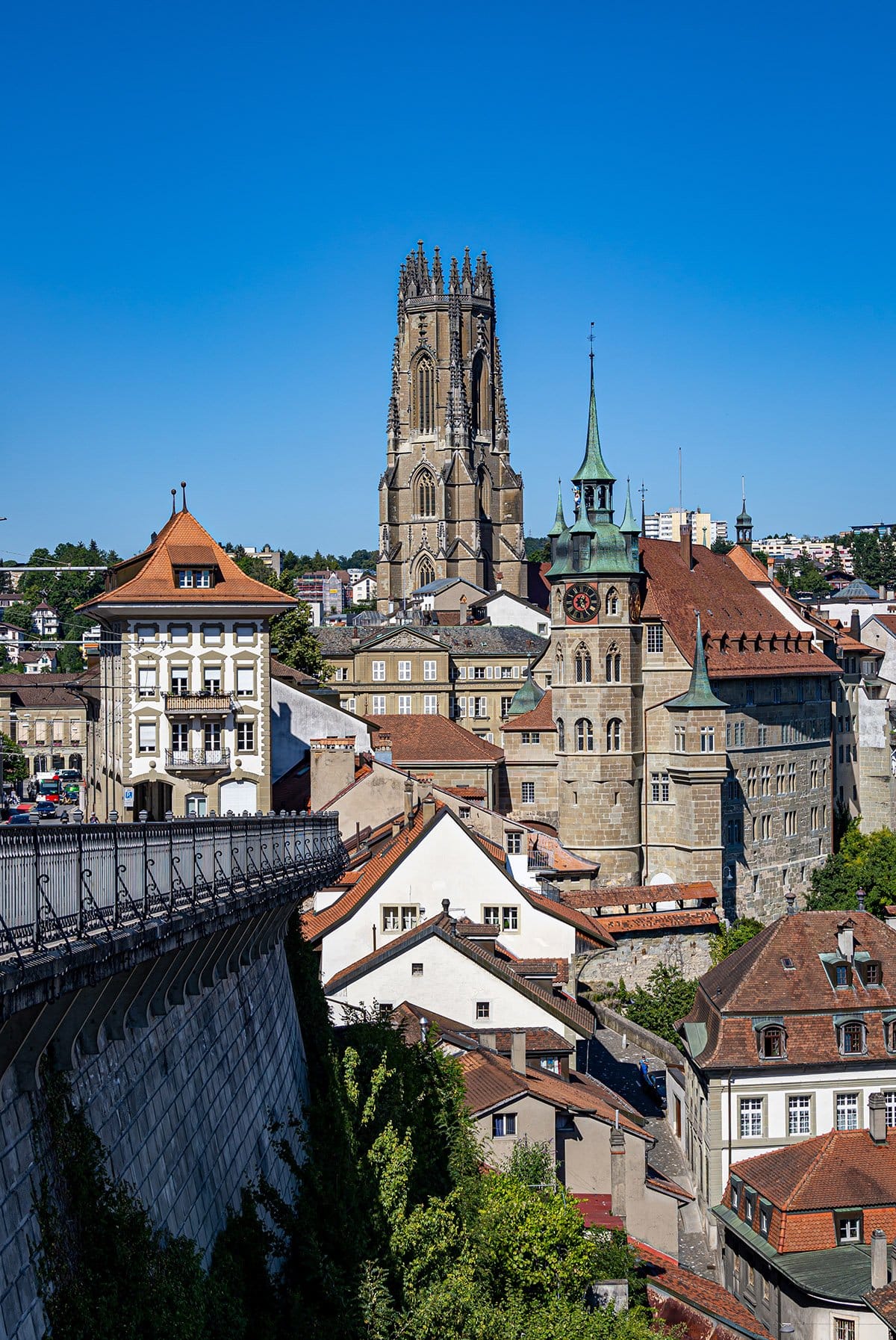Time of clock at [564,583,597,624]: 7:25
